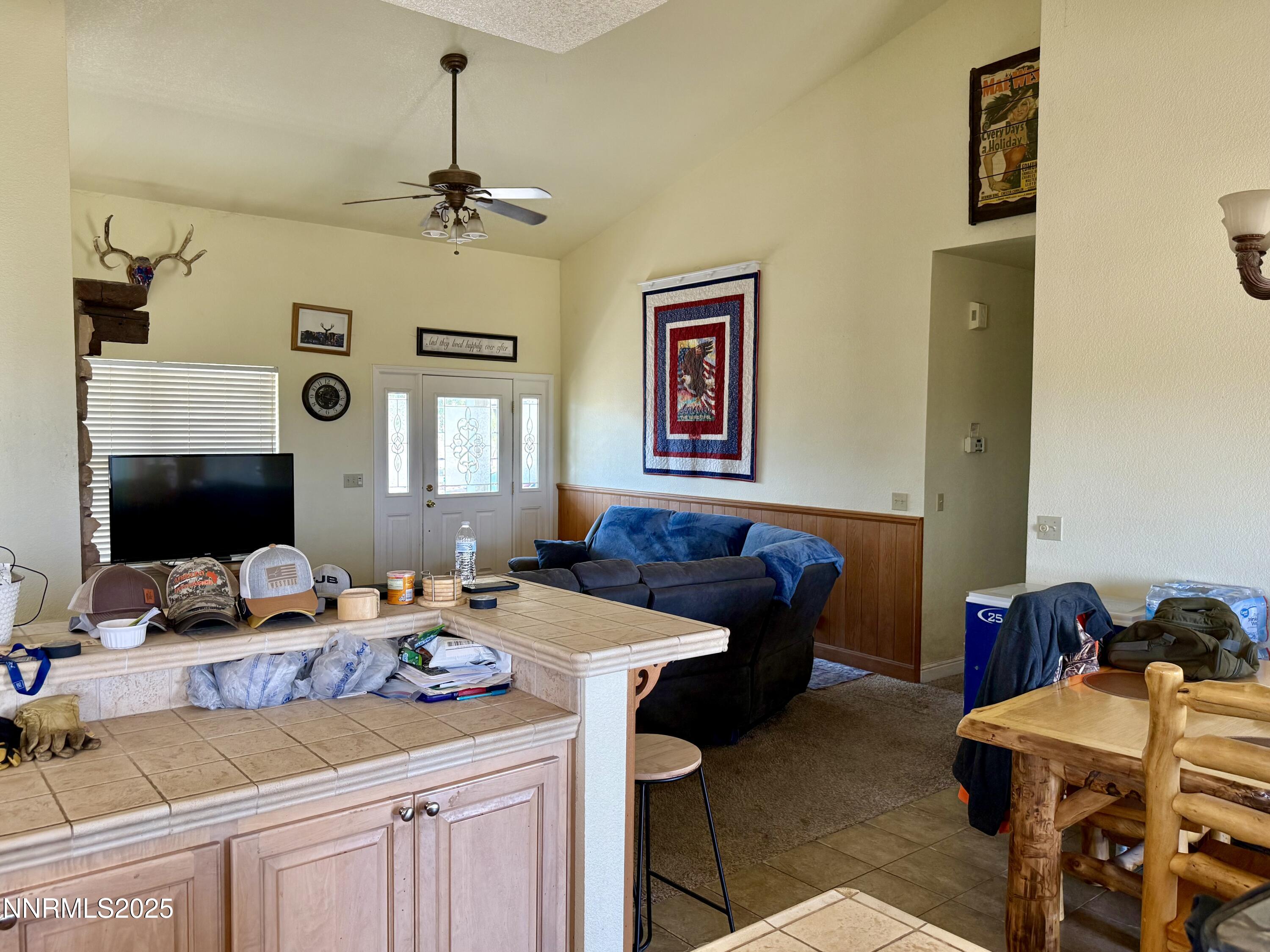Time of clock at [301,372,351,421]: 1:16
